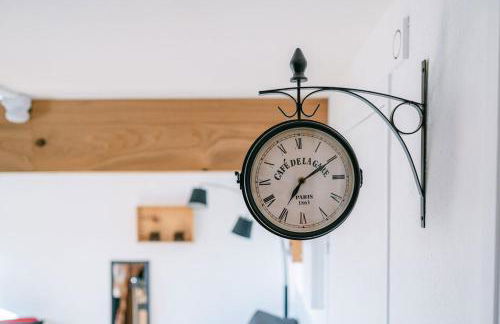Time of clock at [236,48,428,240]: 7:09
